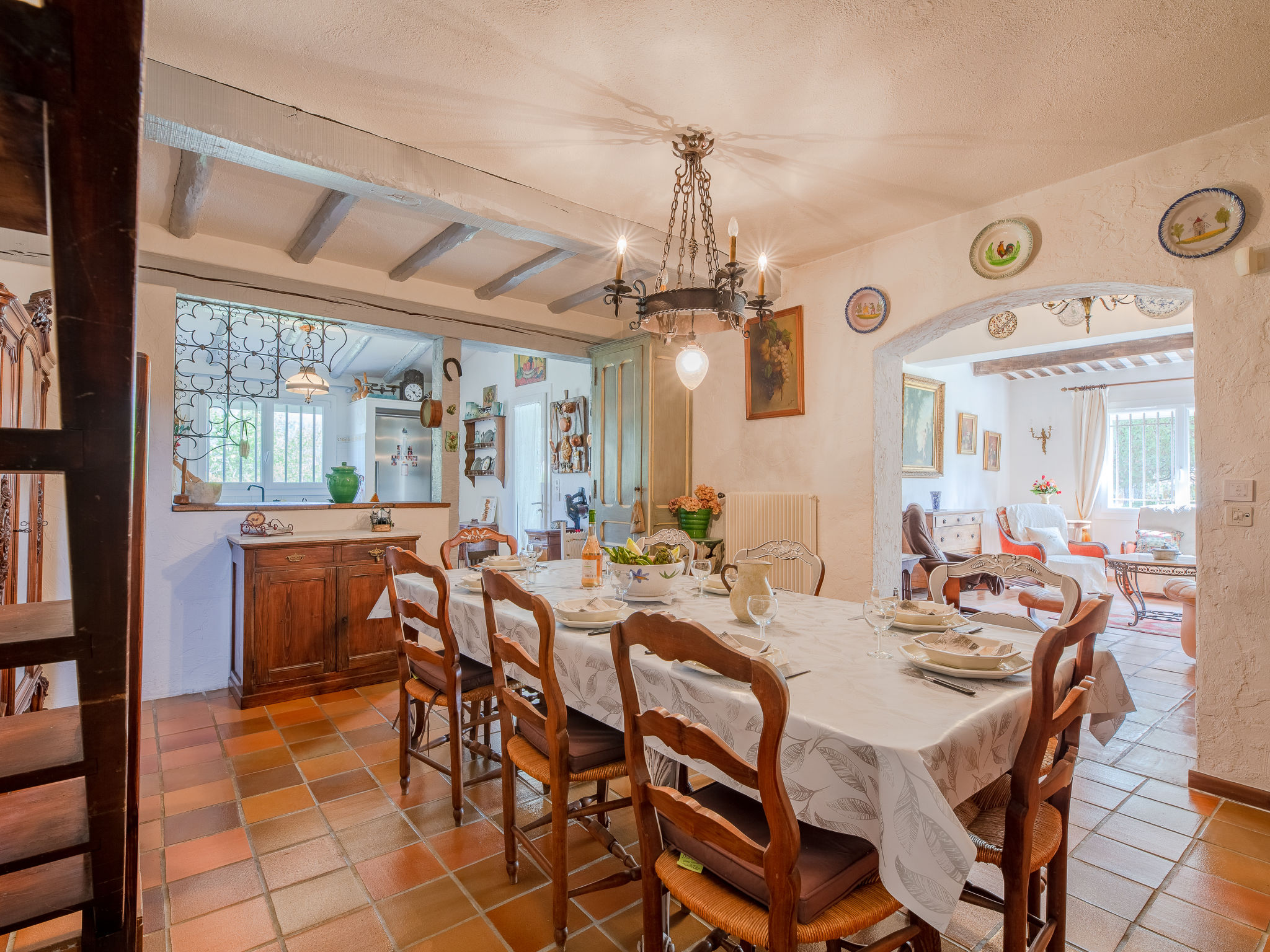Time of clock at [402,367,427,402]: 4:50
